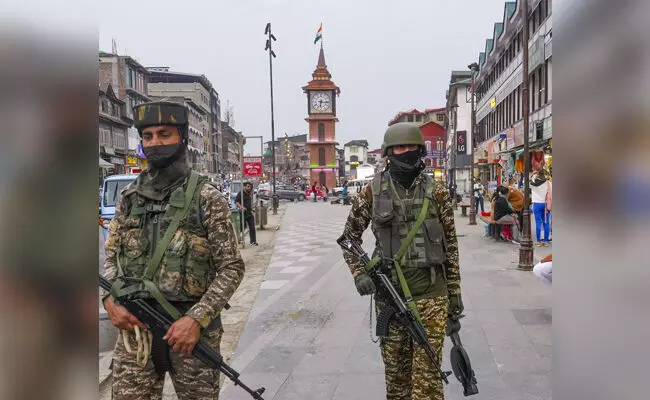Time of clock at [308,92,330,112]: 6:15
